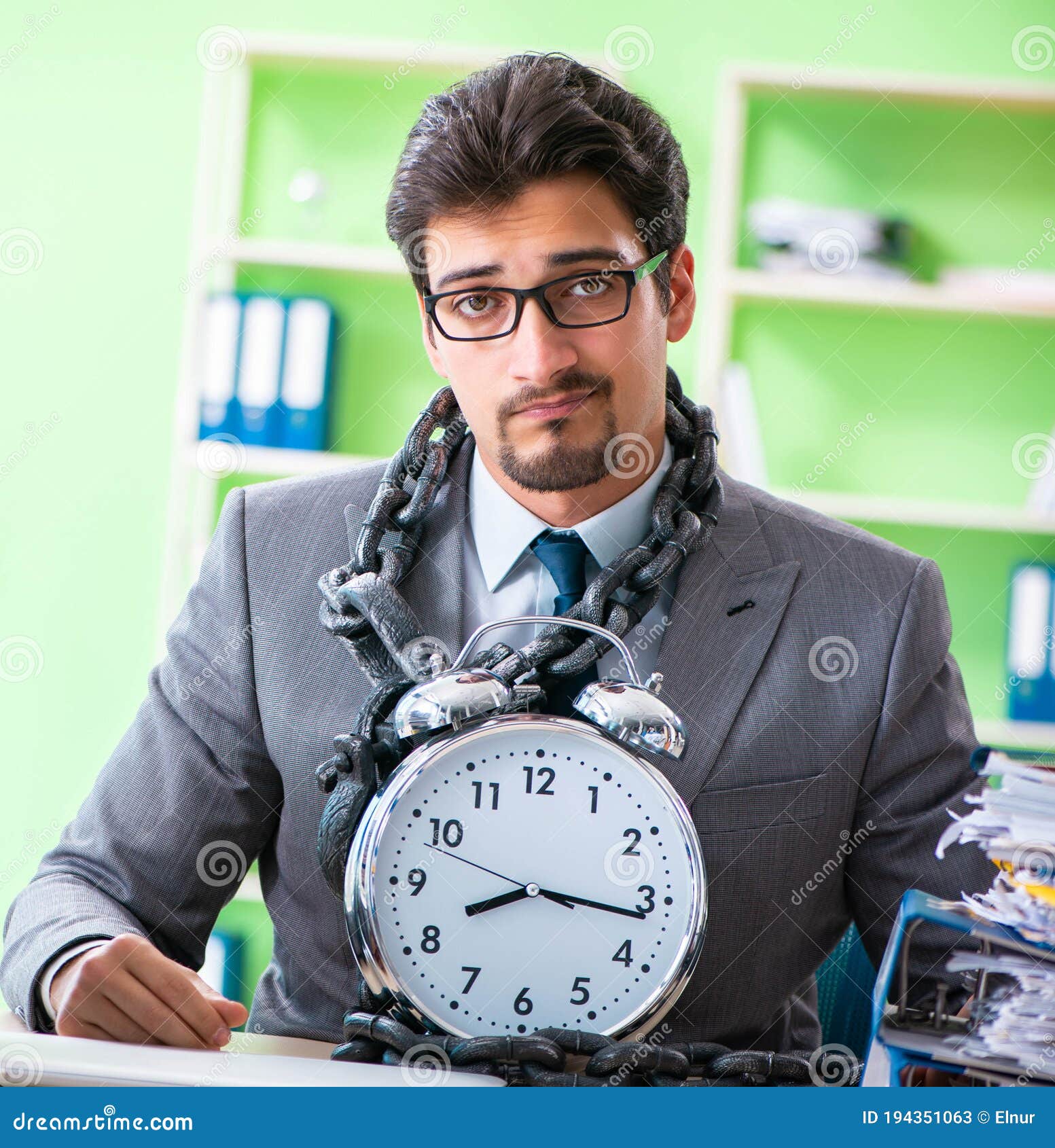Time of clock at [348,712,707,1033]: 8:16
